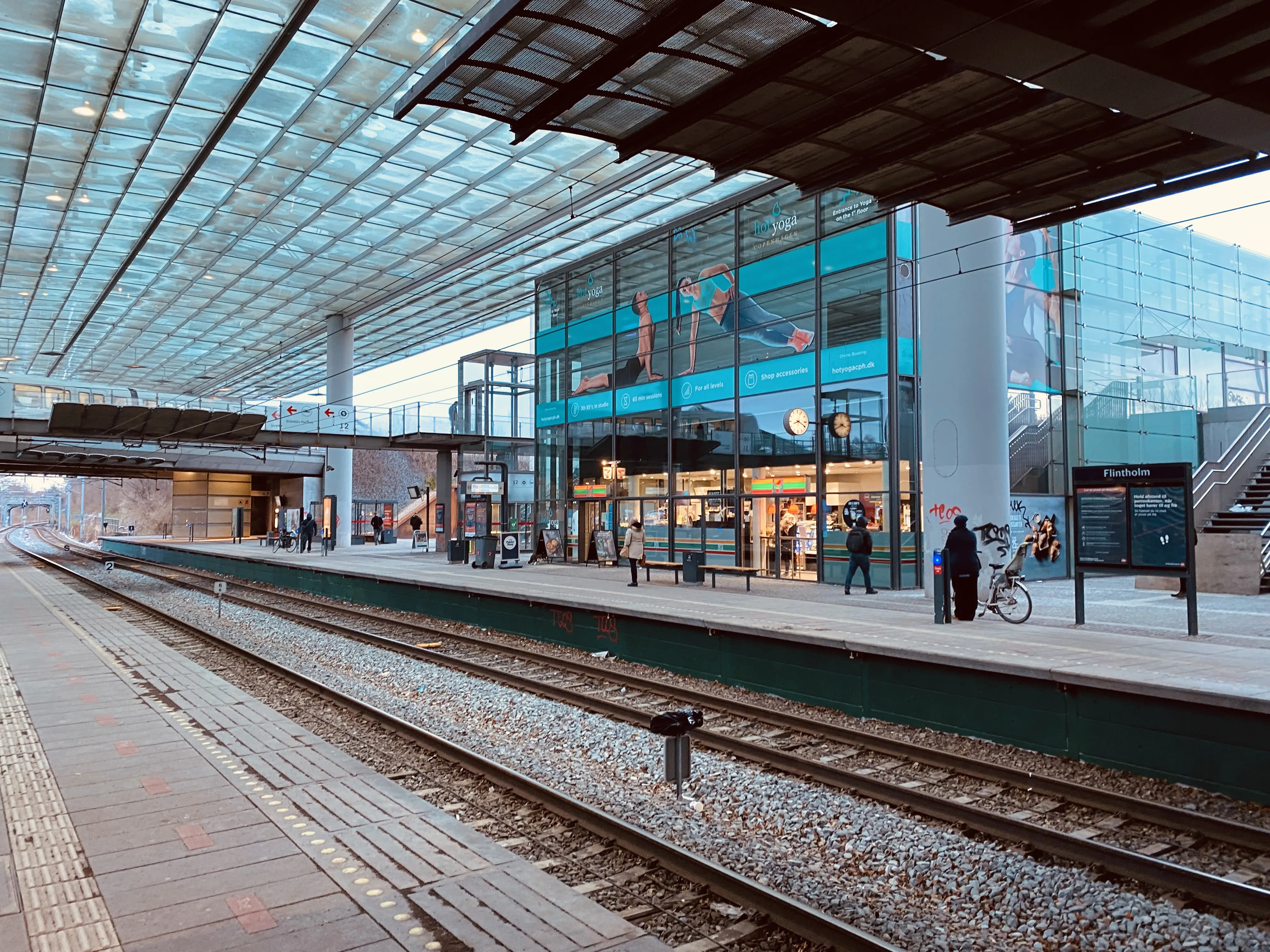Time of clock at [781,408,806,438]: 8:19
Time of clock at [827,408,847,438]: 3:40
